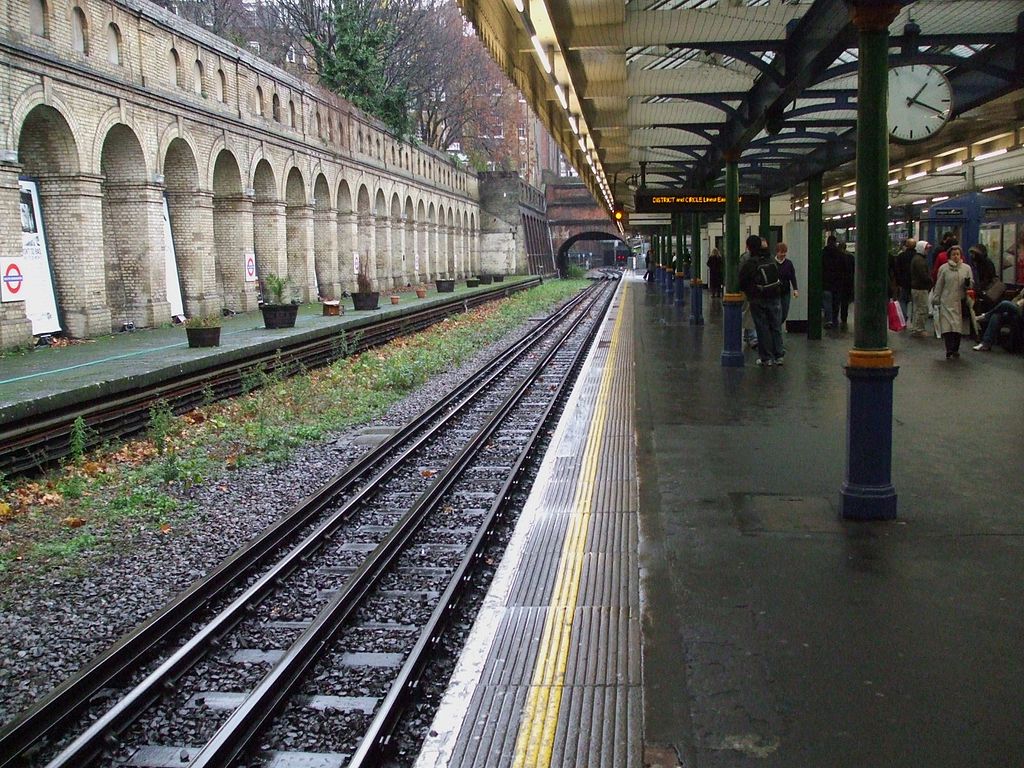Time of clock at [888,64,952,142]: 1:18
